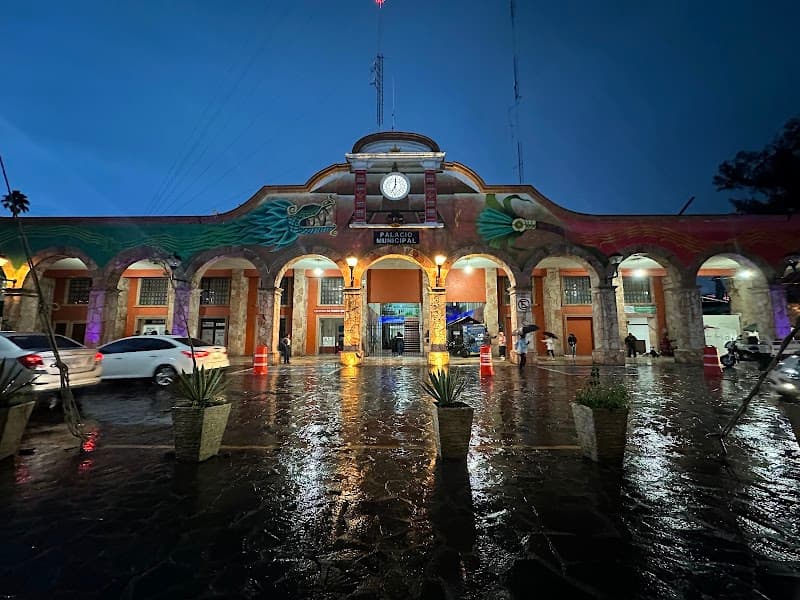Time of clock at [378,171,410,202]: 7:00
